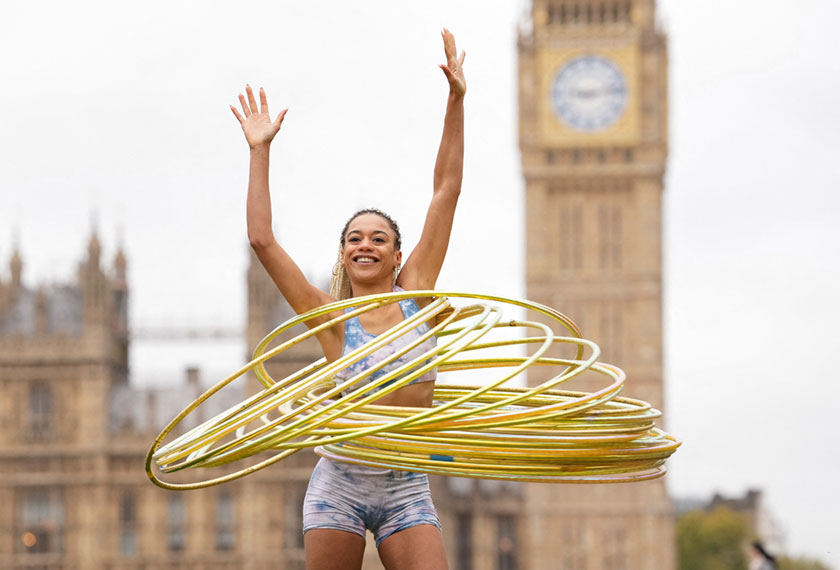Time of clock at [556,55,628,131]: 9:13
